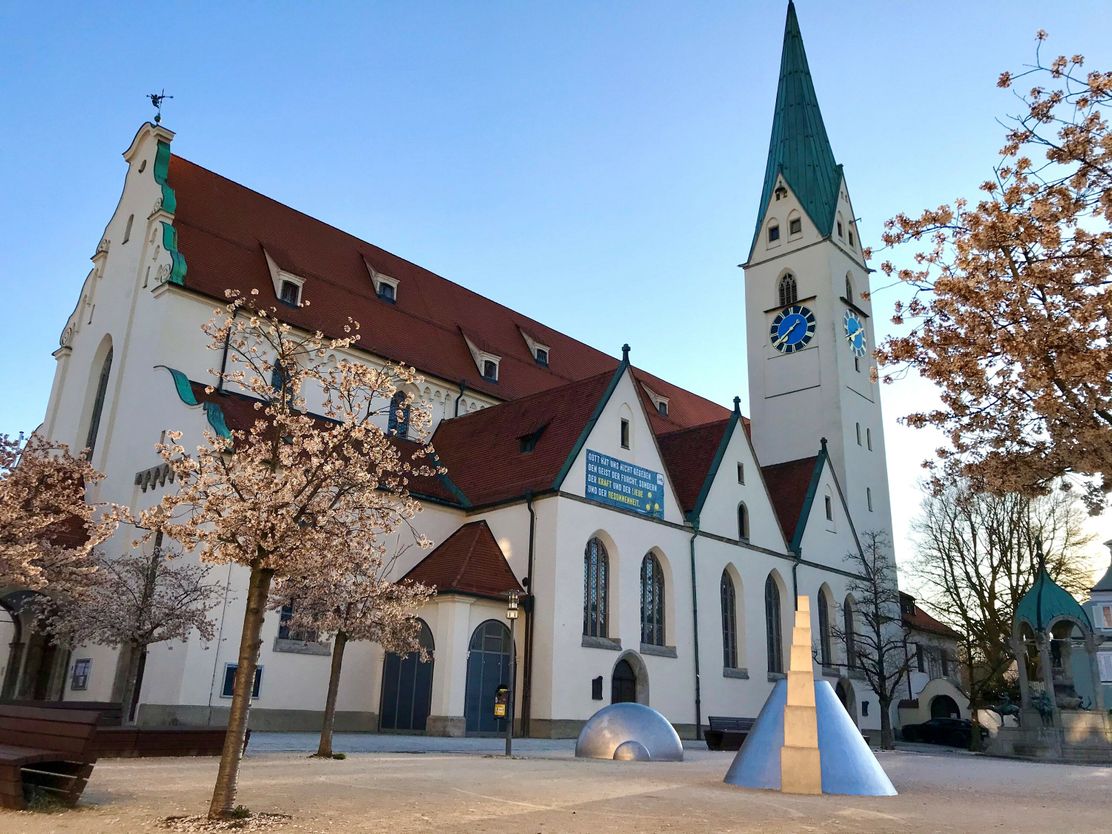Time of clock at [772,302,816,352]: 7:37
